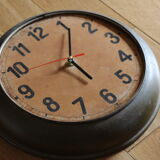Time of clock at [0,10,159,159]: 5:01
